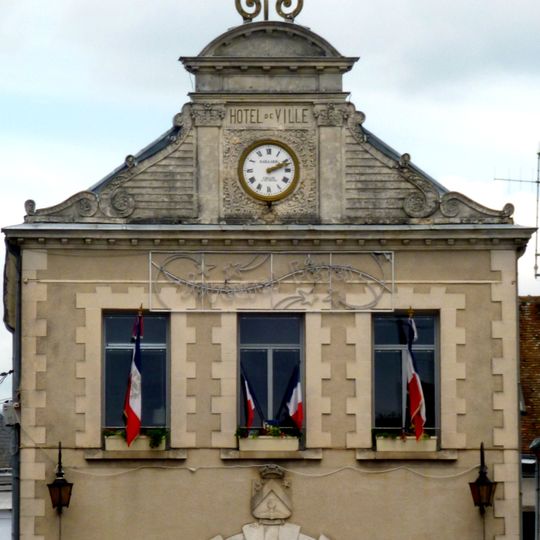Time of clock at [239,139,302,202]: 2:11
